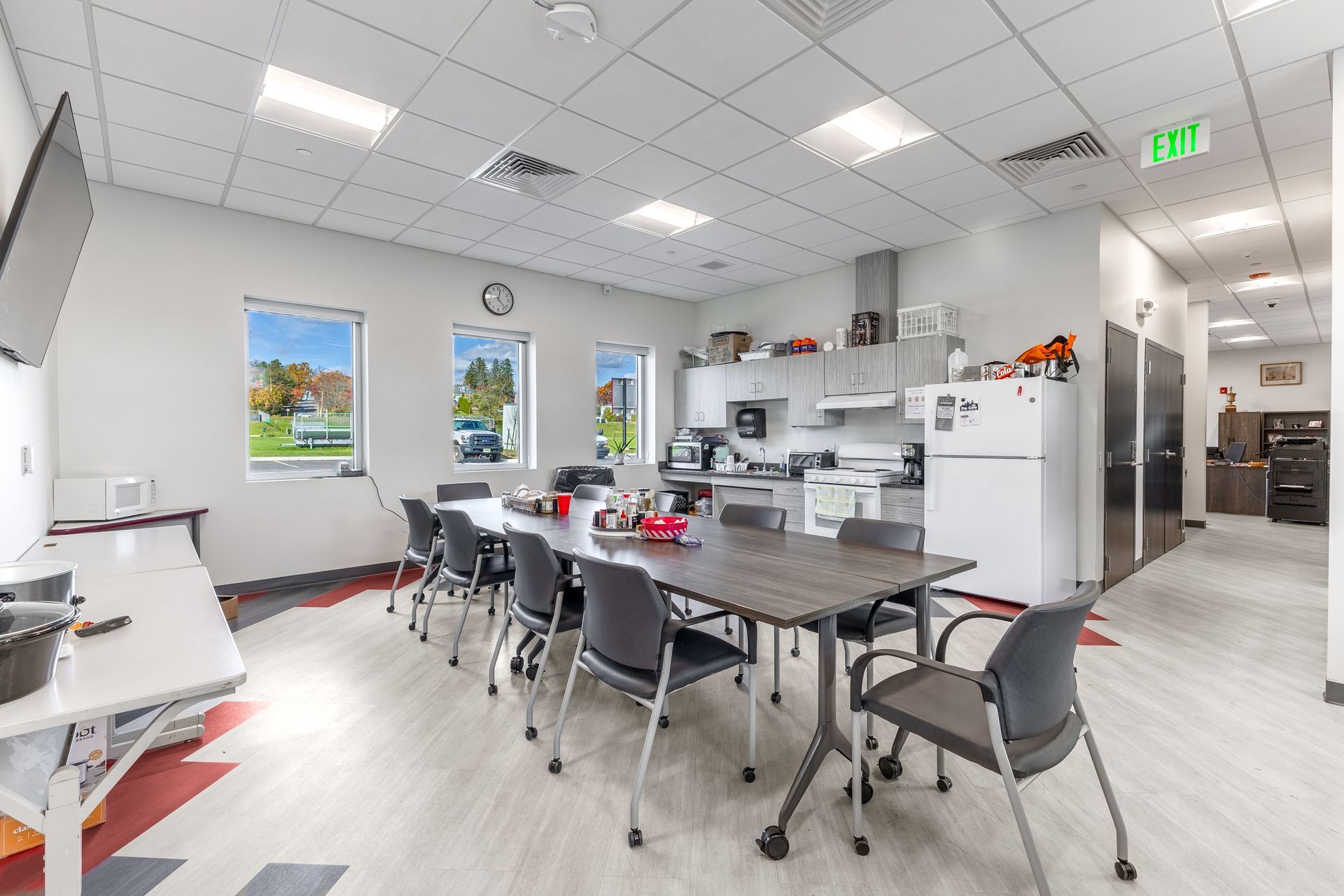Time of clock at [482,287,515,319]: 12:22
